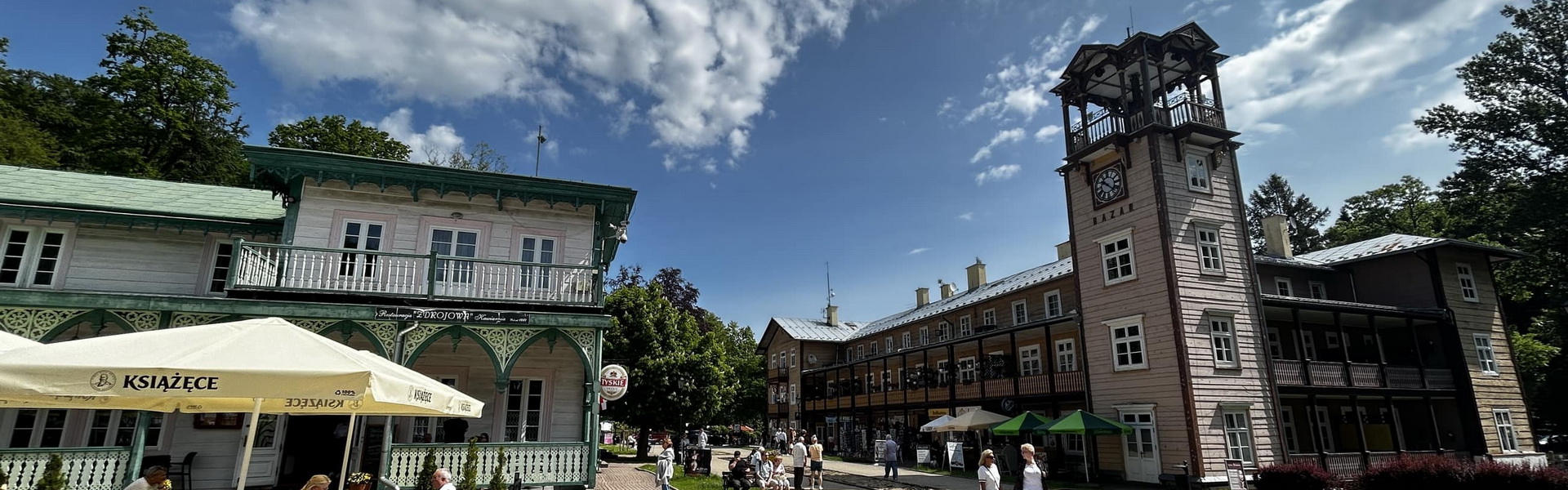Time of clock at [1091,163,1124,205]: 10:22
